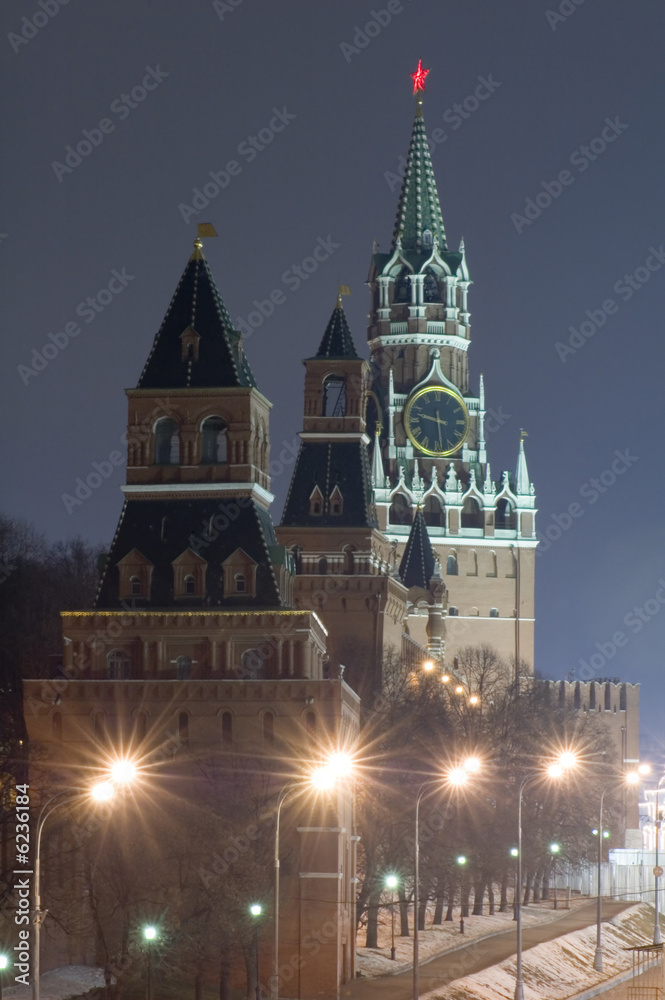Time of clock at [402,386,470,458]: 9:28
